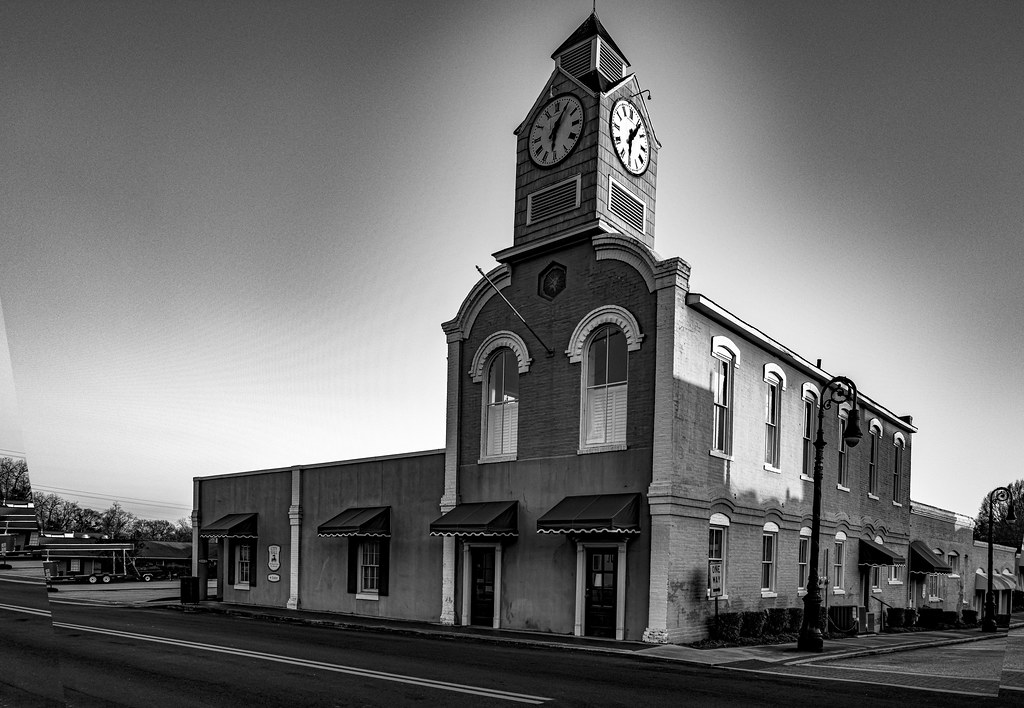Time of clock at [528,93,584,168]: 6:05
